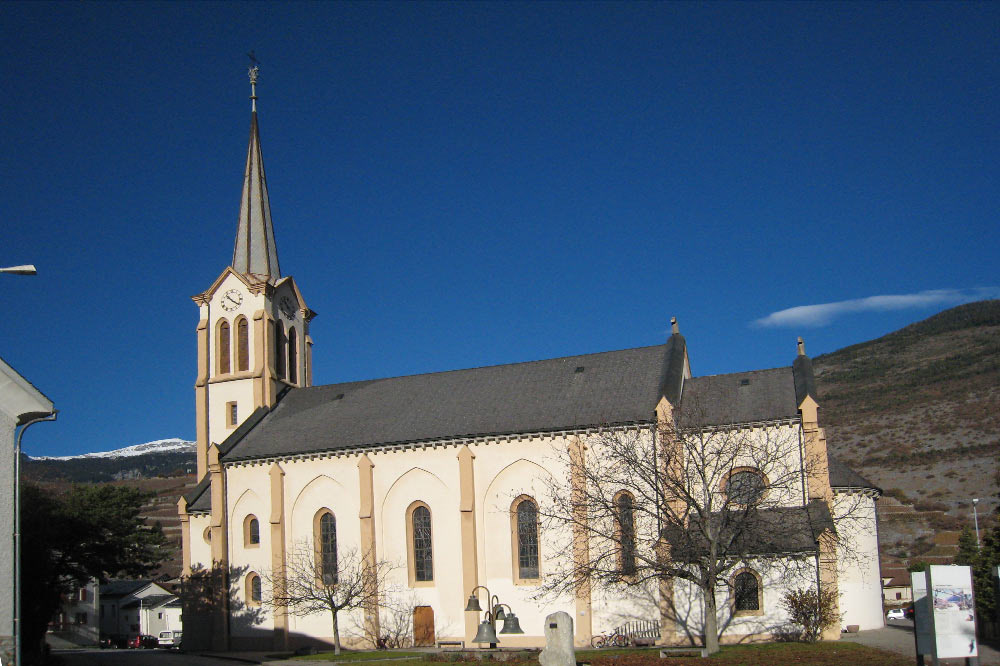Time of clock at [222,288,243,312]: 10:20
